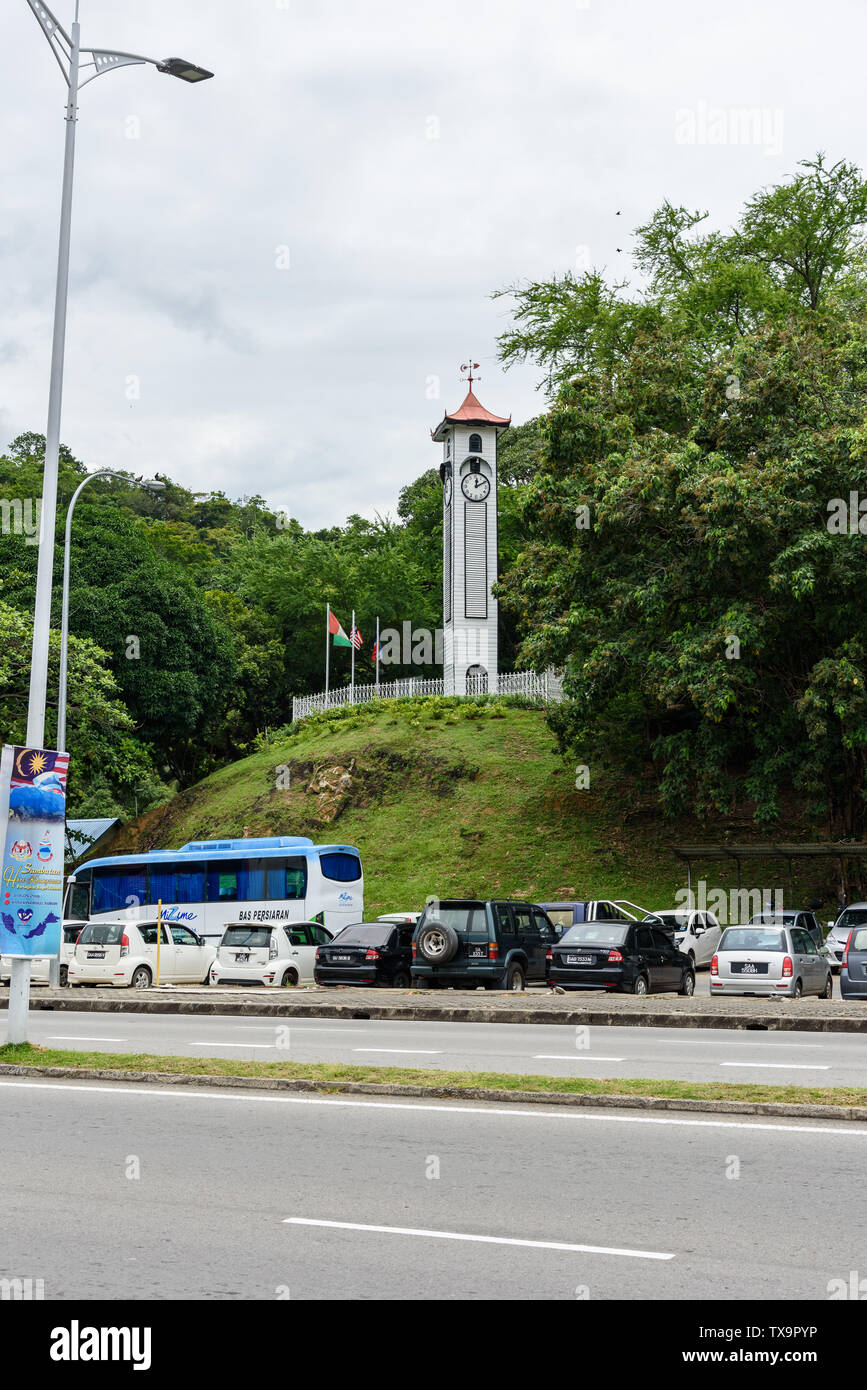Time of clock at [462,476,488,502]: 12:10
